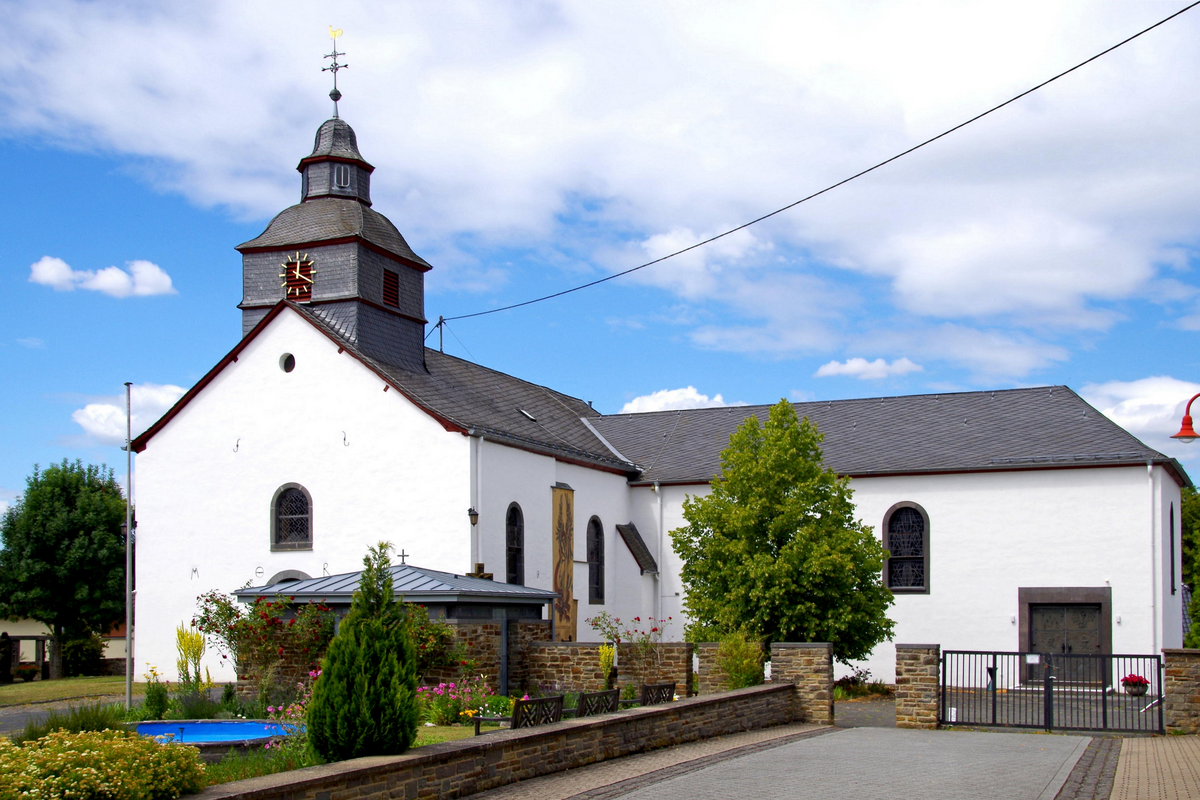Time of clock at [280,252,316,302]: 12:20
